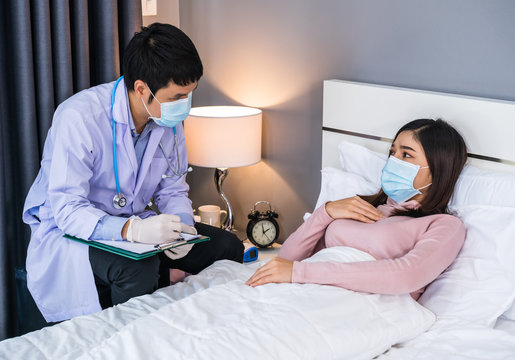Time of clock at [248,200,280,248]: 1:59
